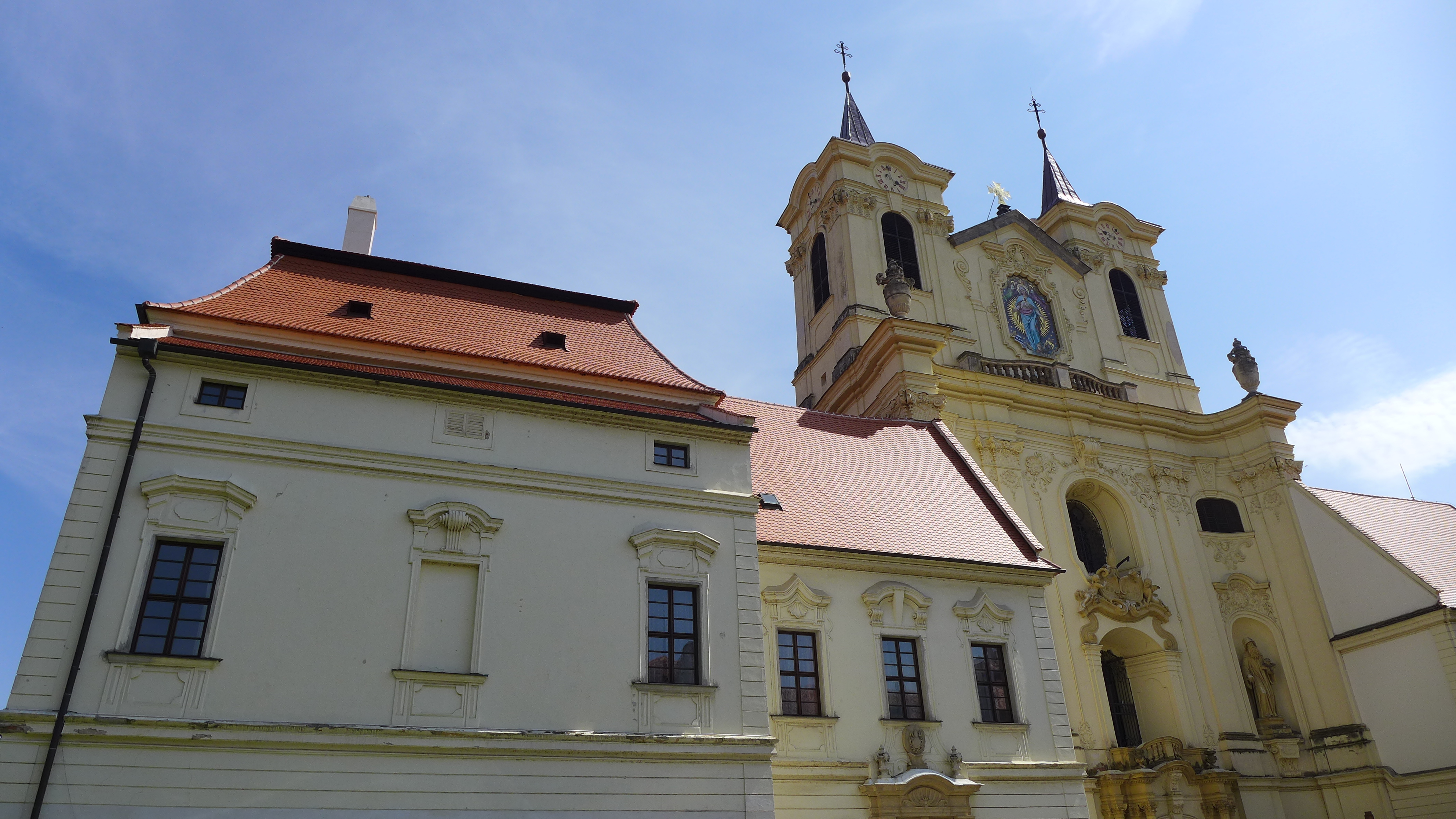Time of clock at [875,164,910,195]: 3:58
